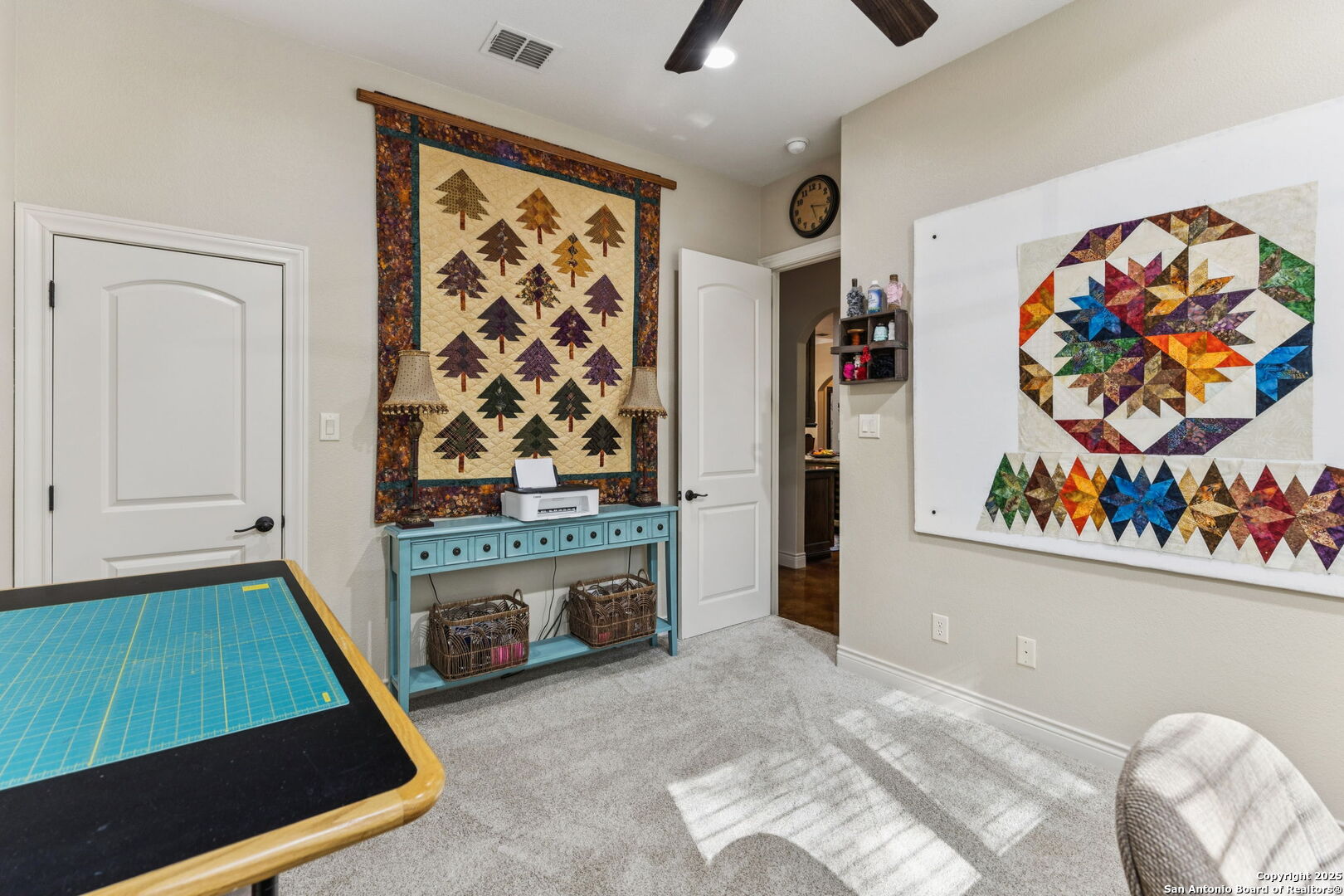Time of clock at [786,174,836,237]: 5:17
